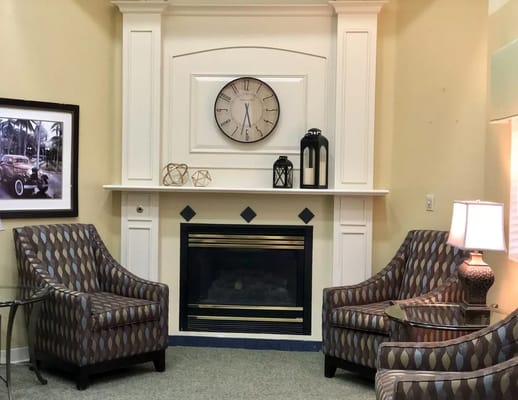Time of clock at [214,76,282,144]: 5:32
